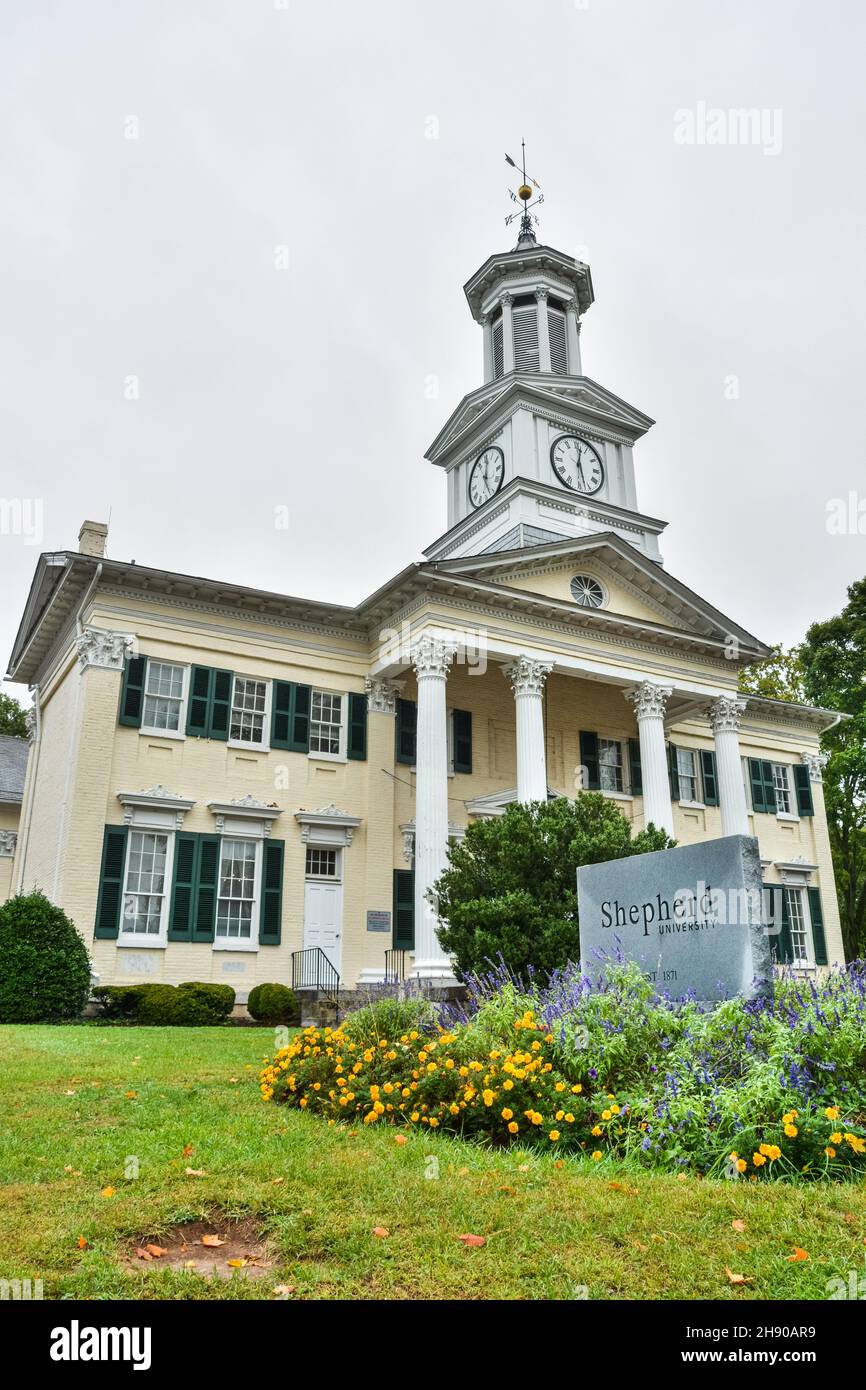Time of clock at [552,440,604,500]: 12:27
